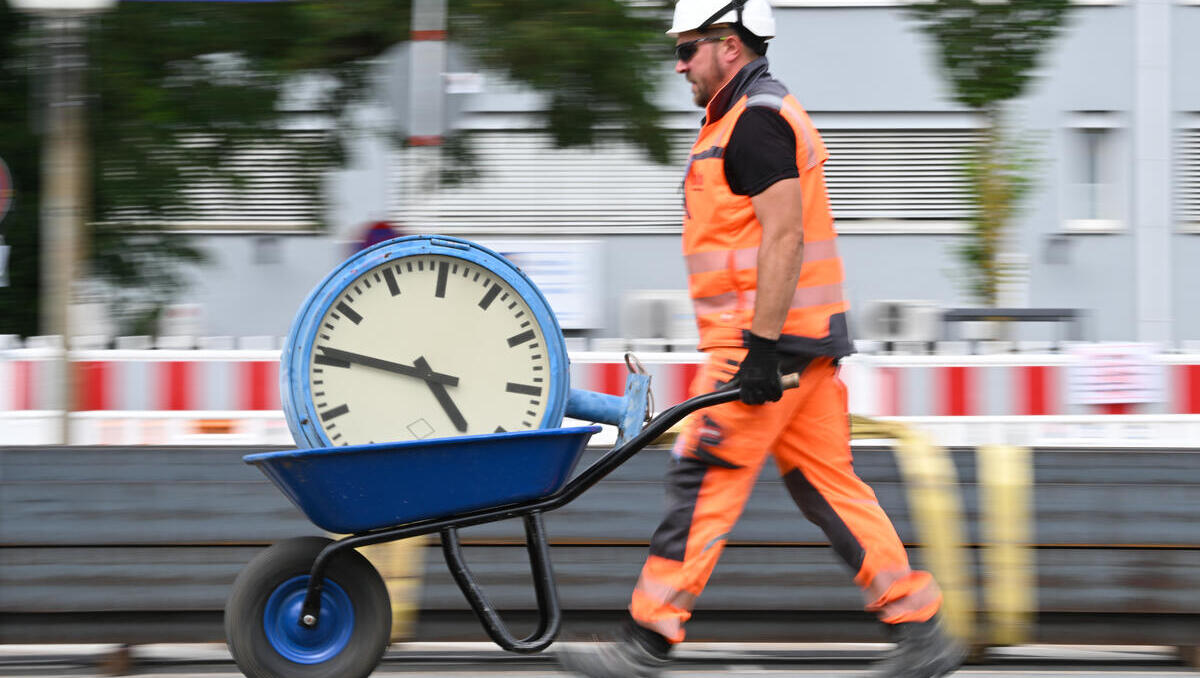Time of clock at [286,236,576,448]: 4:46
